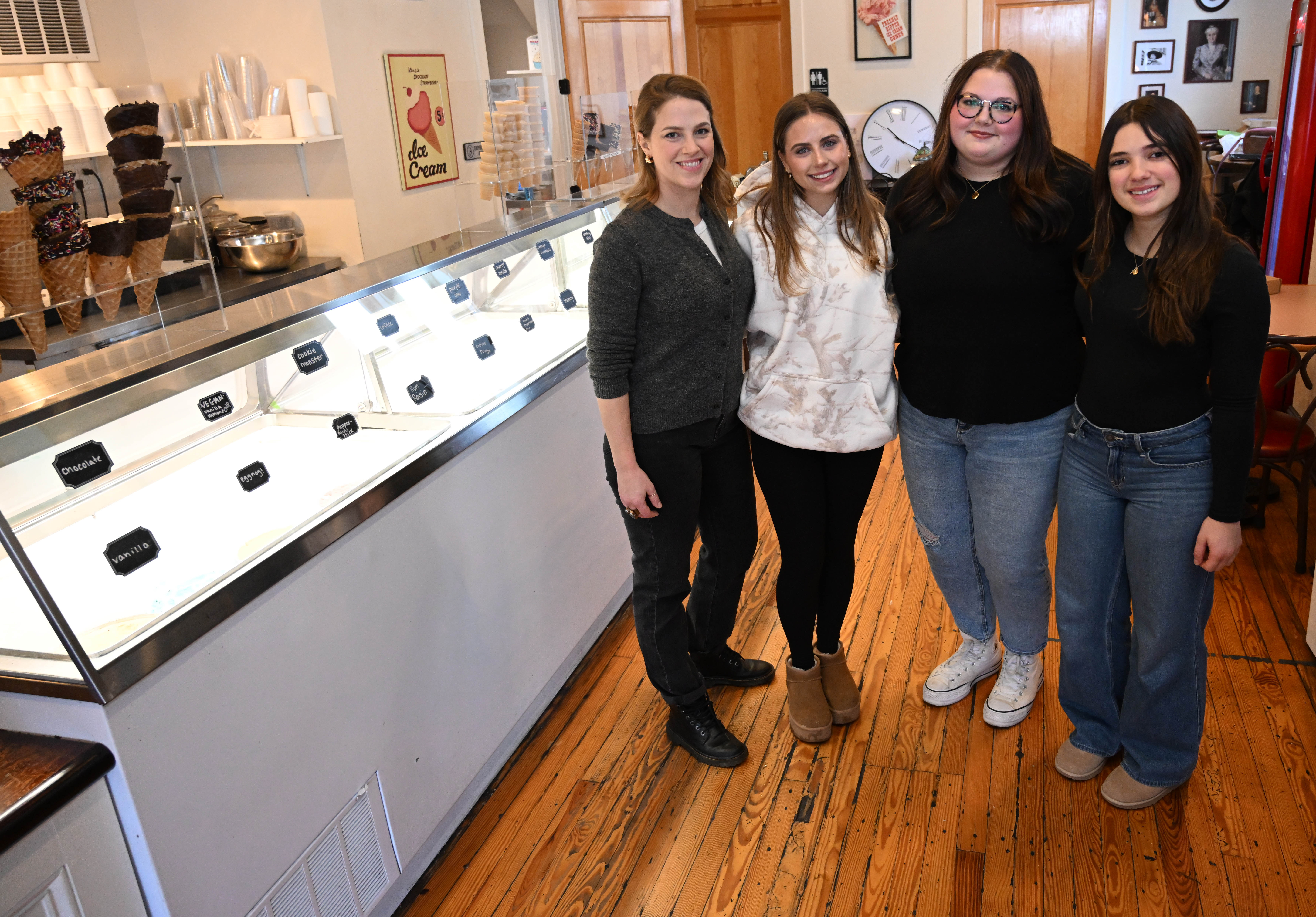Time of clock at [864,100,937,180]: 10:17
